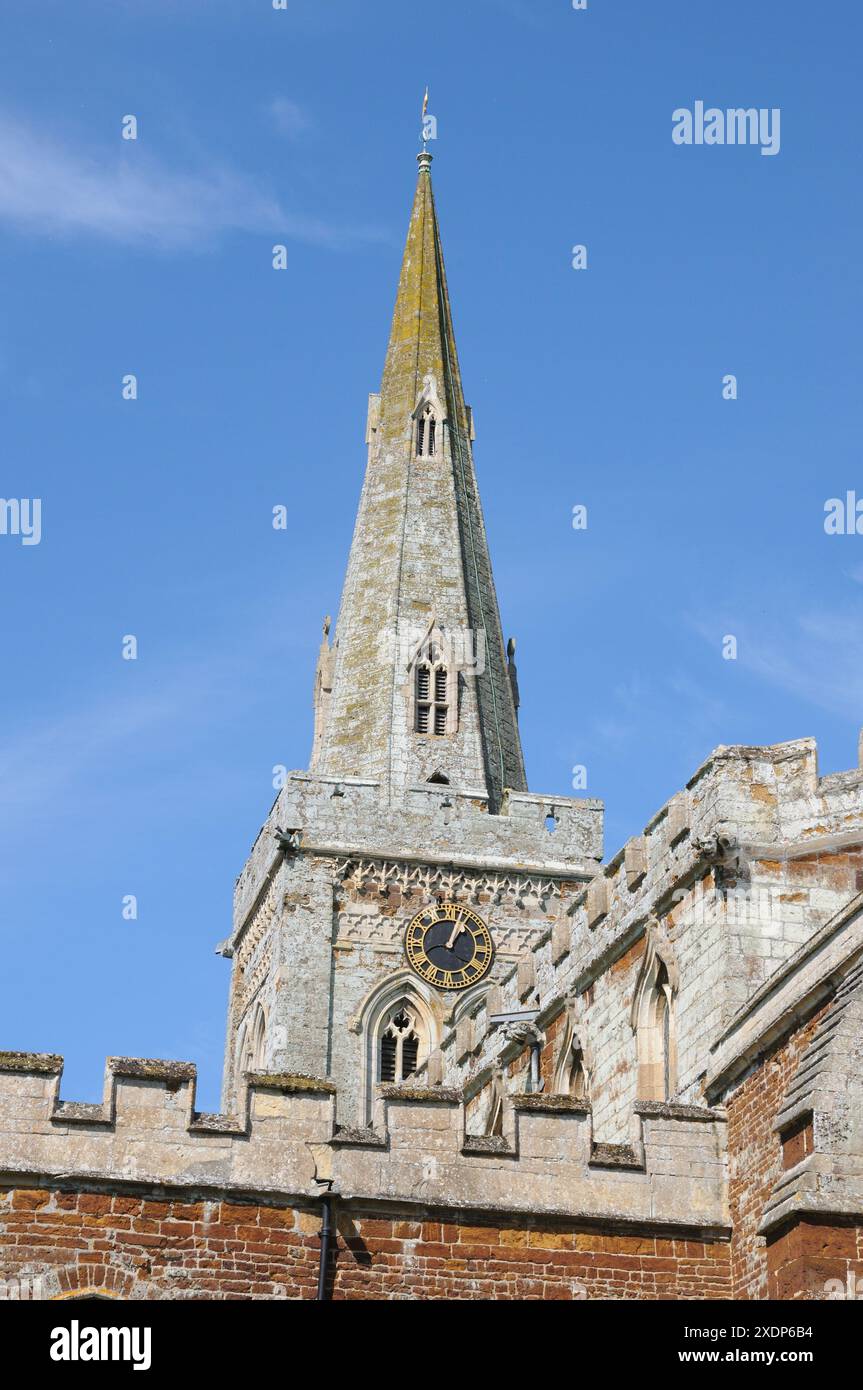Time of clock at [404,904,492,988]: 1:03
